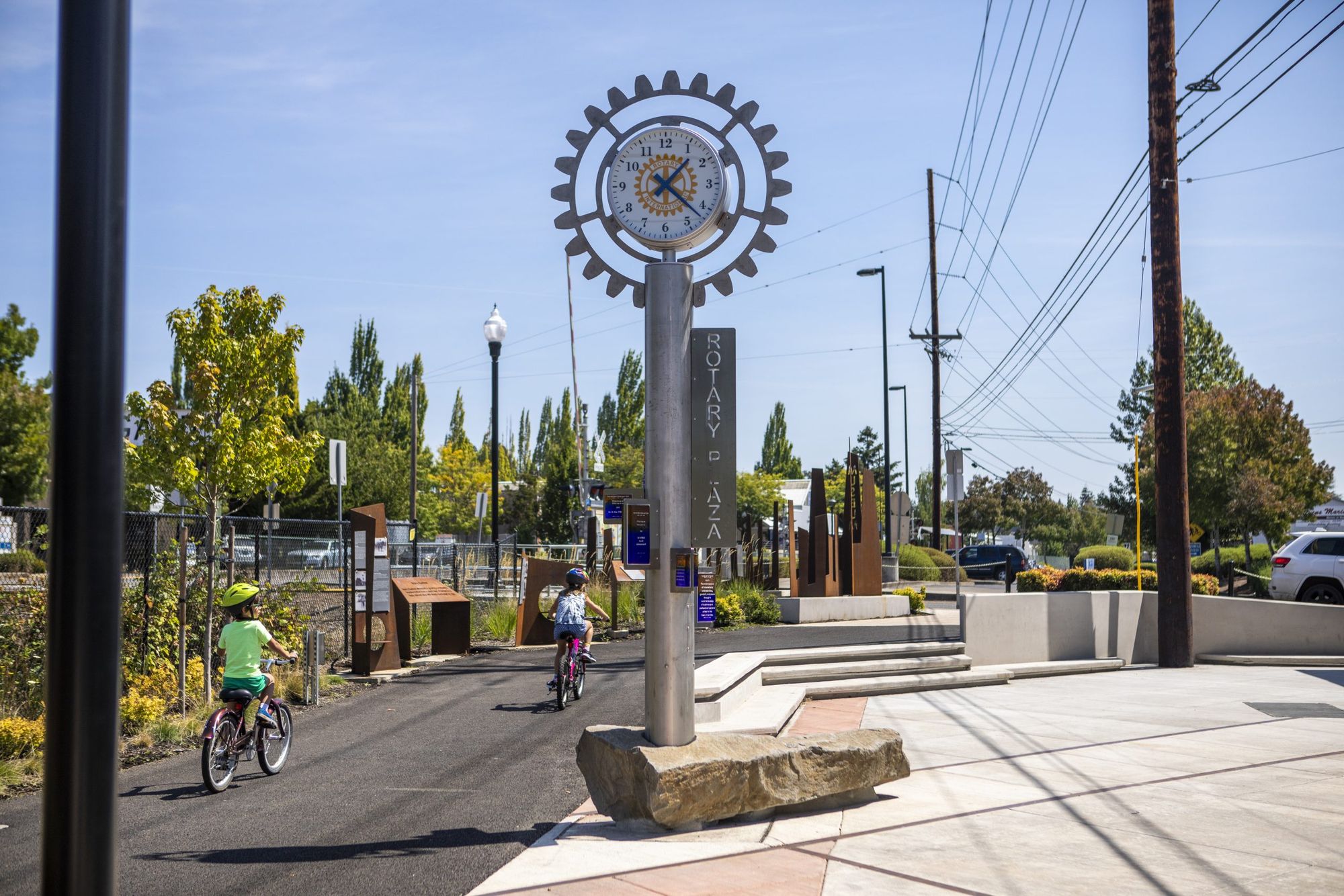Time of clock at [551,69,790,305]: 1:21
